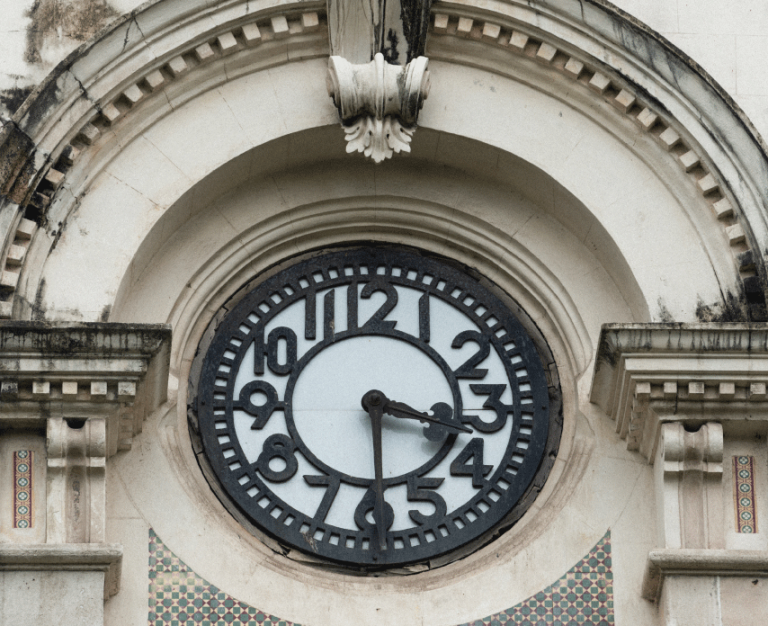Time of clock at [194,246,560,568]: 3:29
